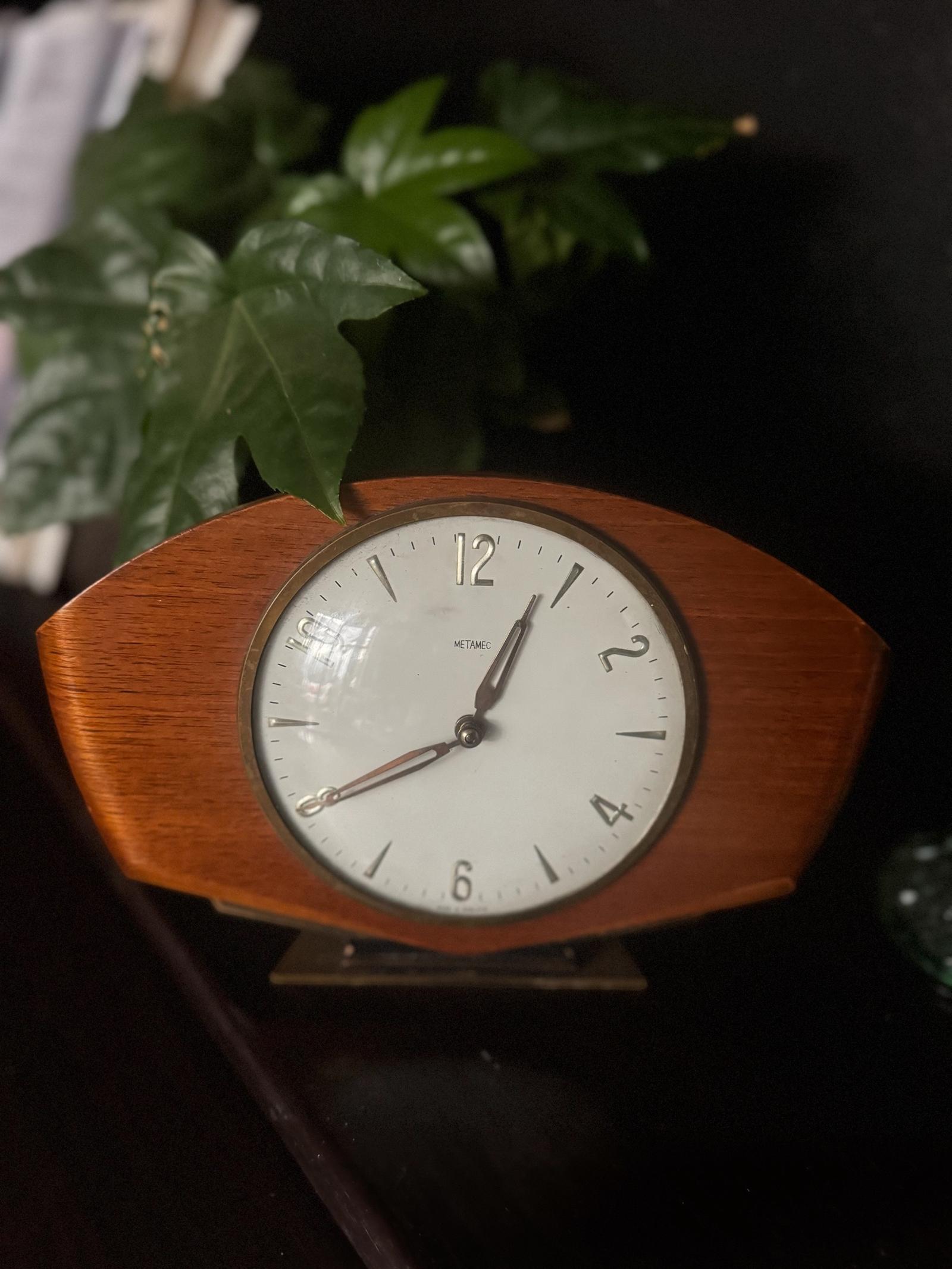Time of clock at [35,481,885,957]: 12:40
